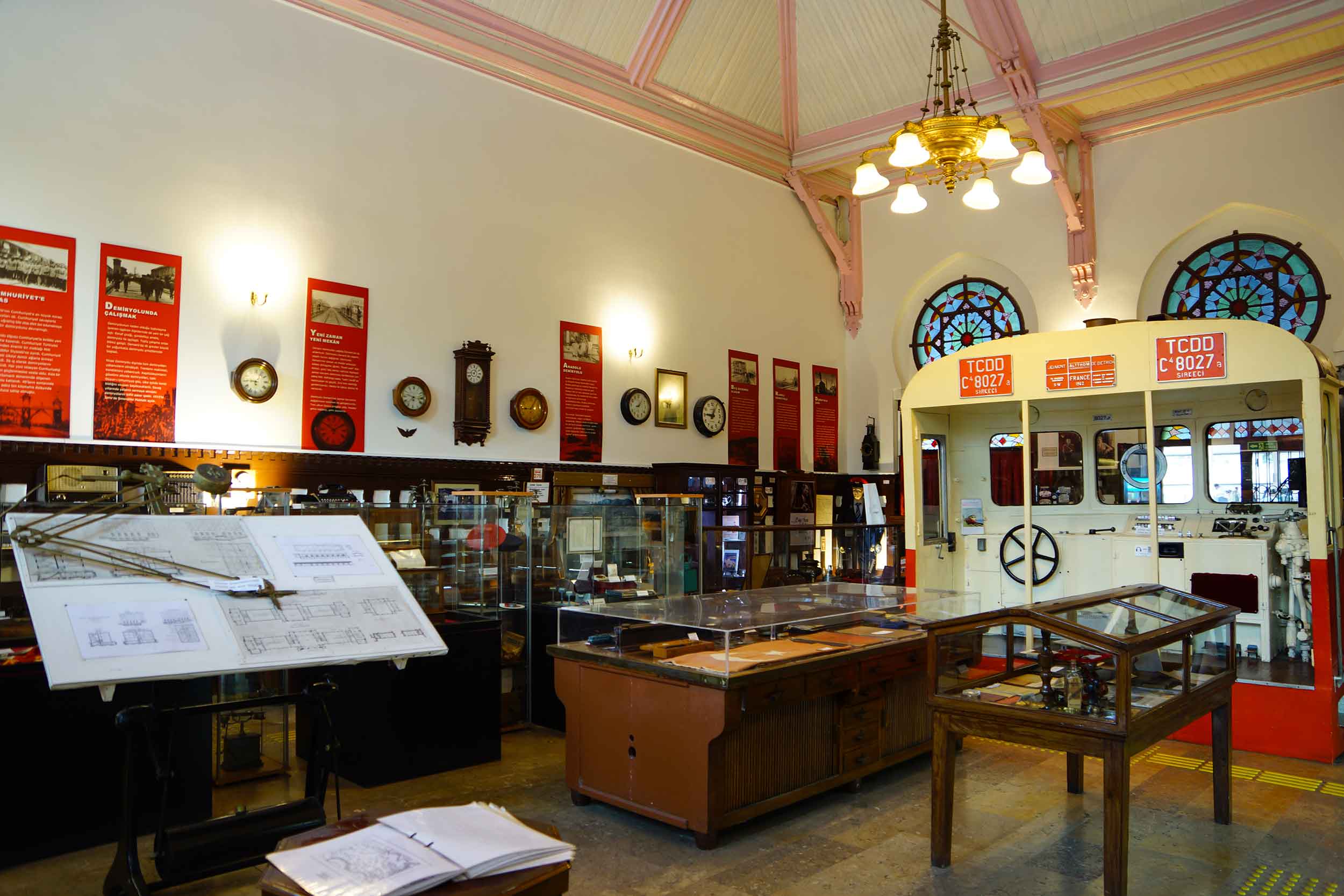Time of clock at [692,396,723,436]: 12:46
